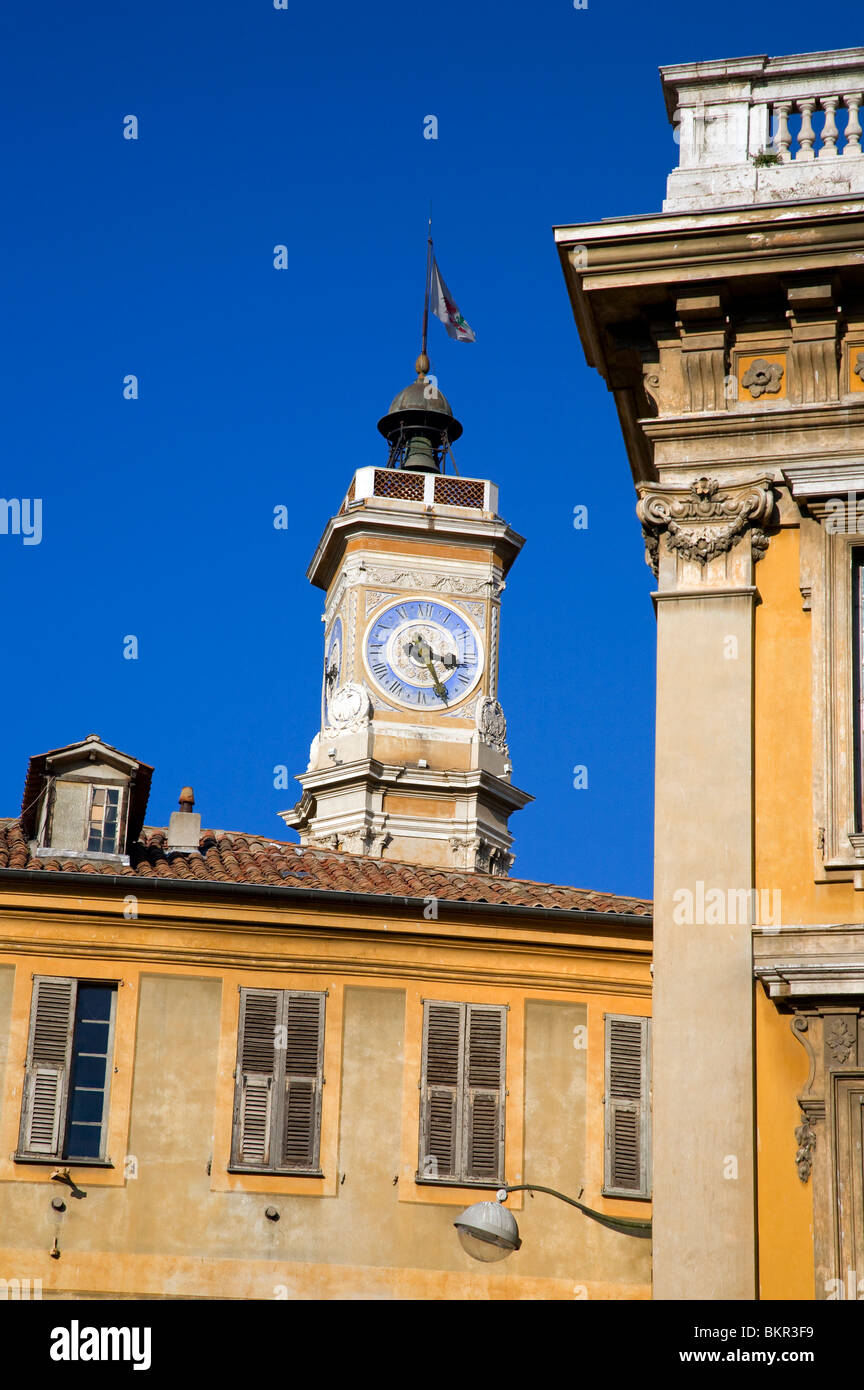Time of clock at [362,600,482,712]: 3:25
